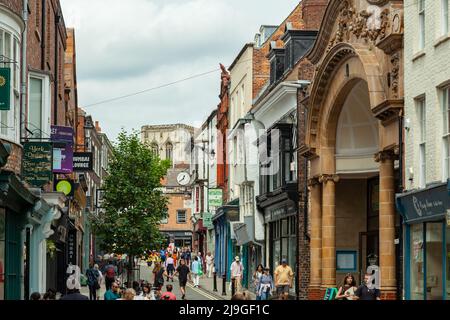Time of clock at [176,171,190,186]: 12:38
